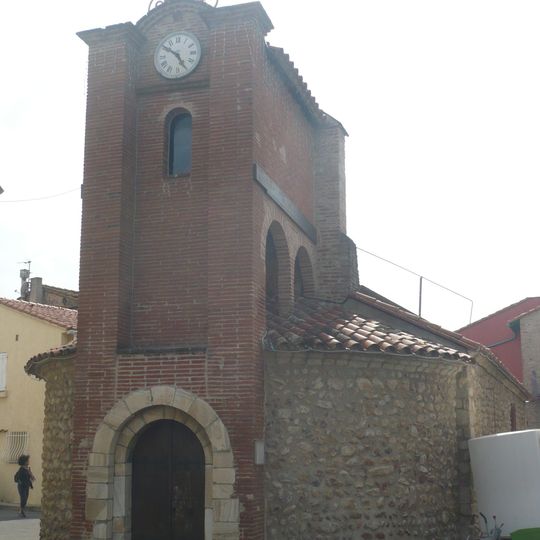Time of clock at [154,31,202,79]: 4:50
